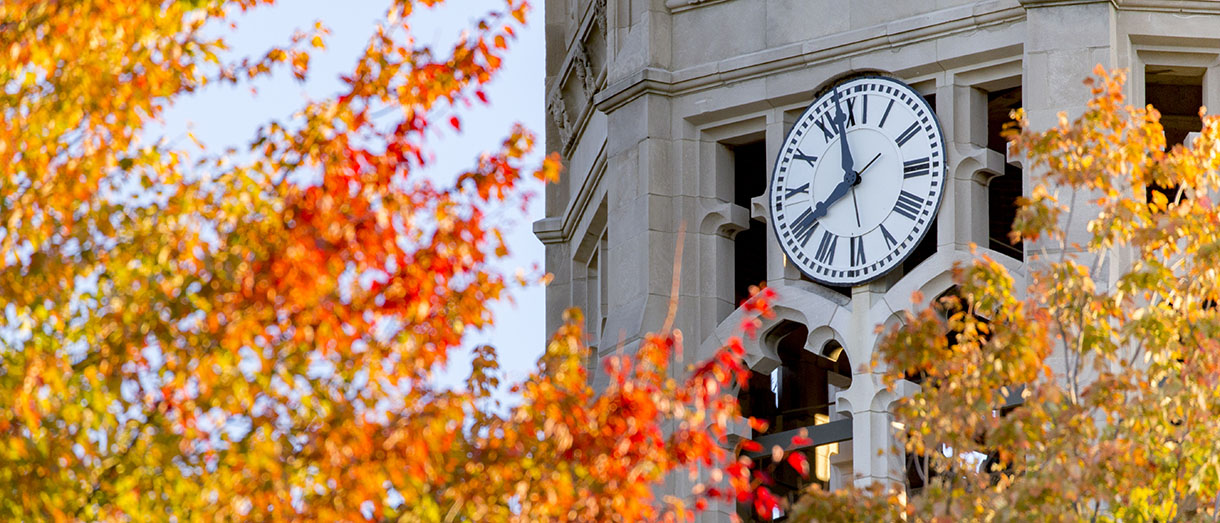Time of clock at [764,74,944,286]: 7:57
